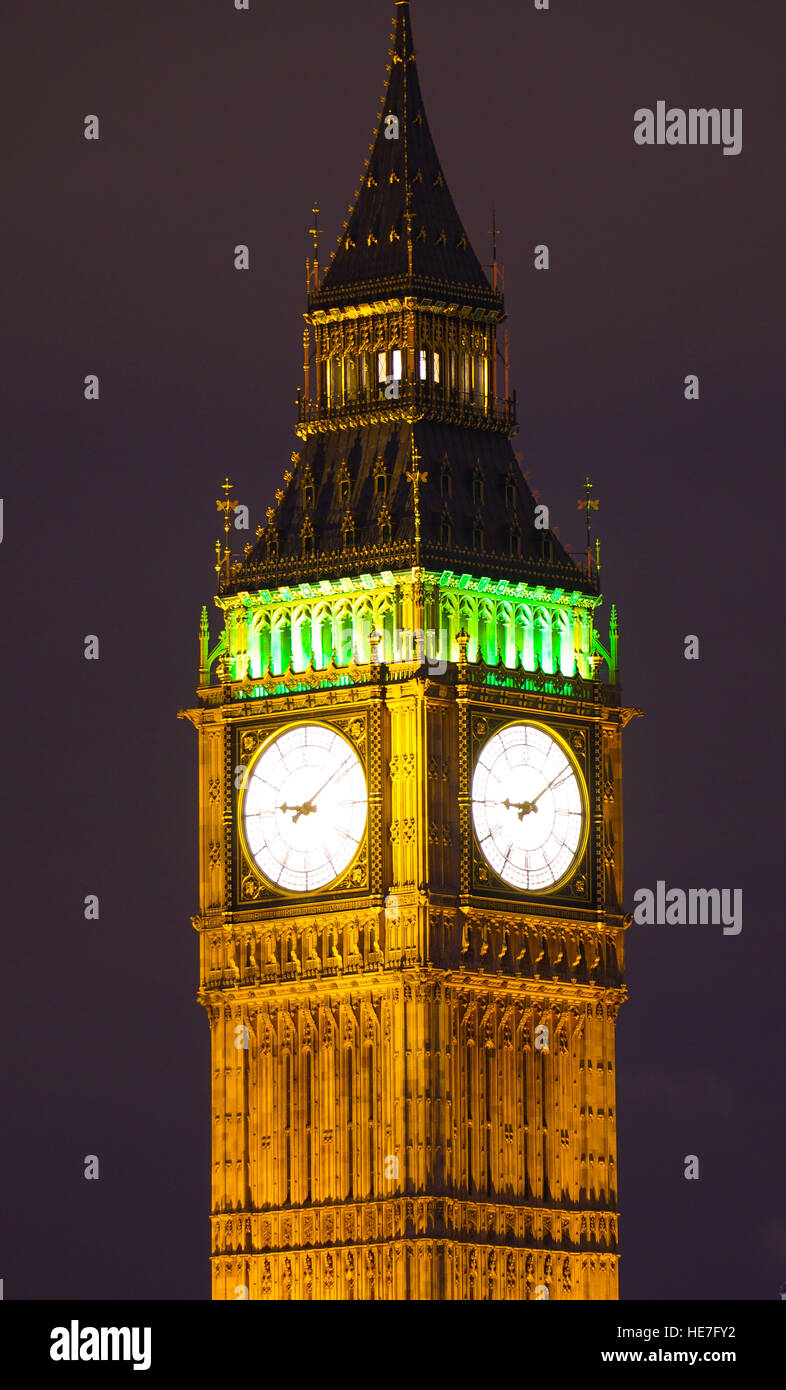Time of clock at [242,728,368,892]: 9:08
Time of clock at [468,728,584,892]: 9:08
